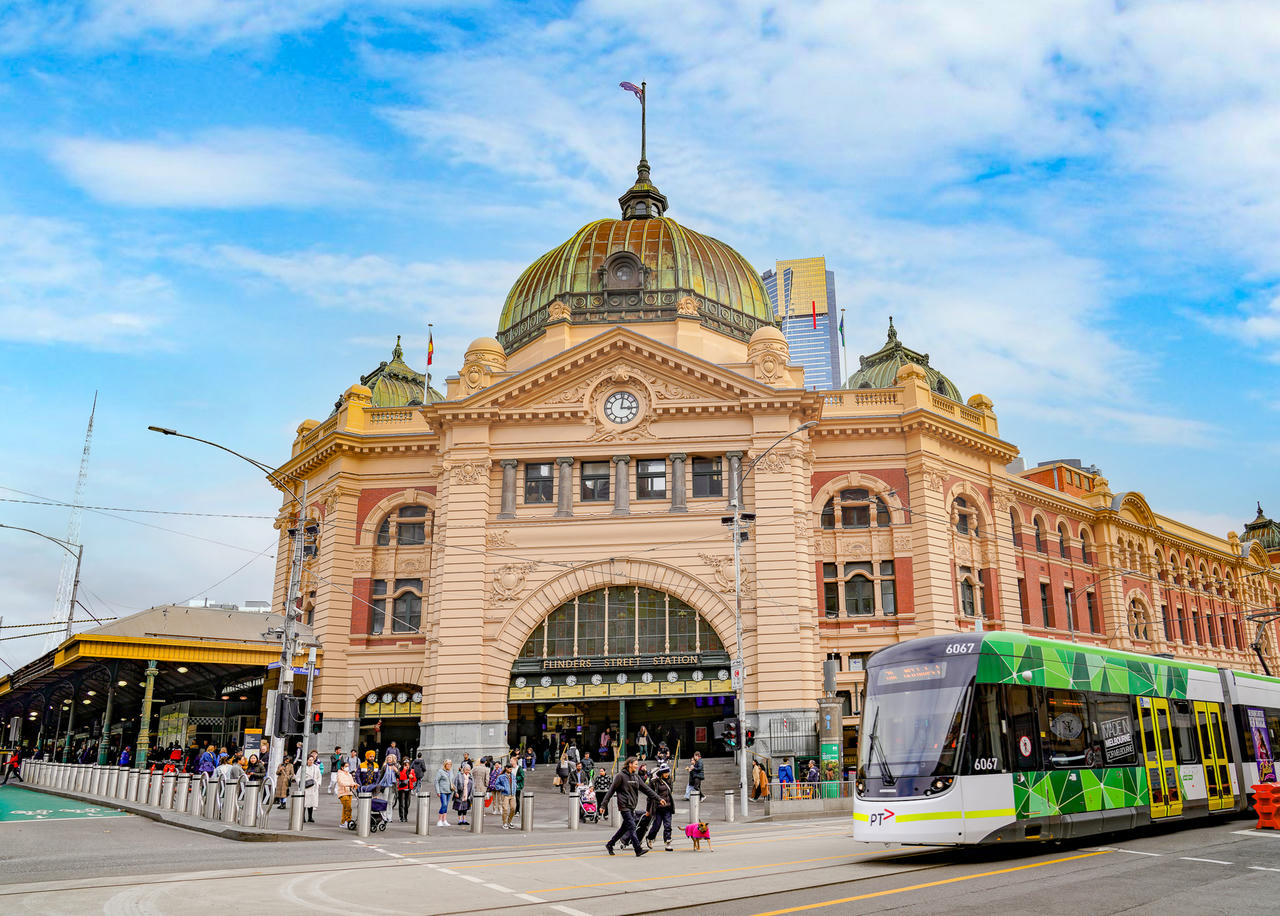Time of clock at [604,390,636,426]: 3:01
